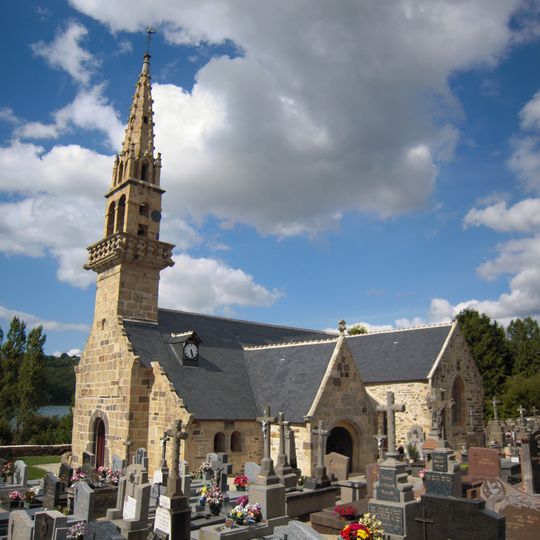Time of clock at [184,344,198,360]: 5:26
